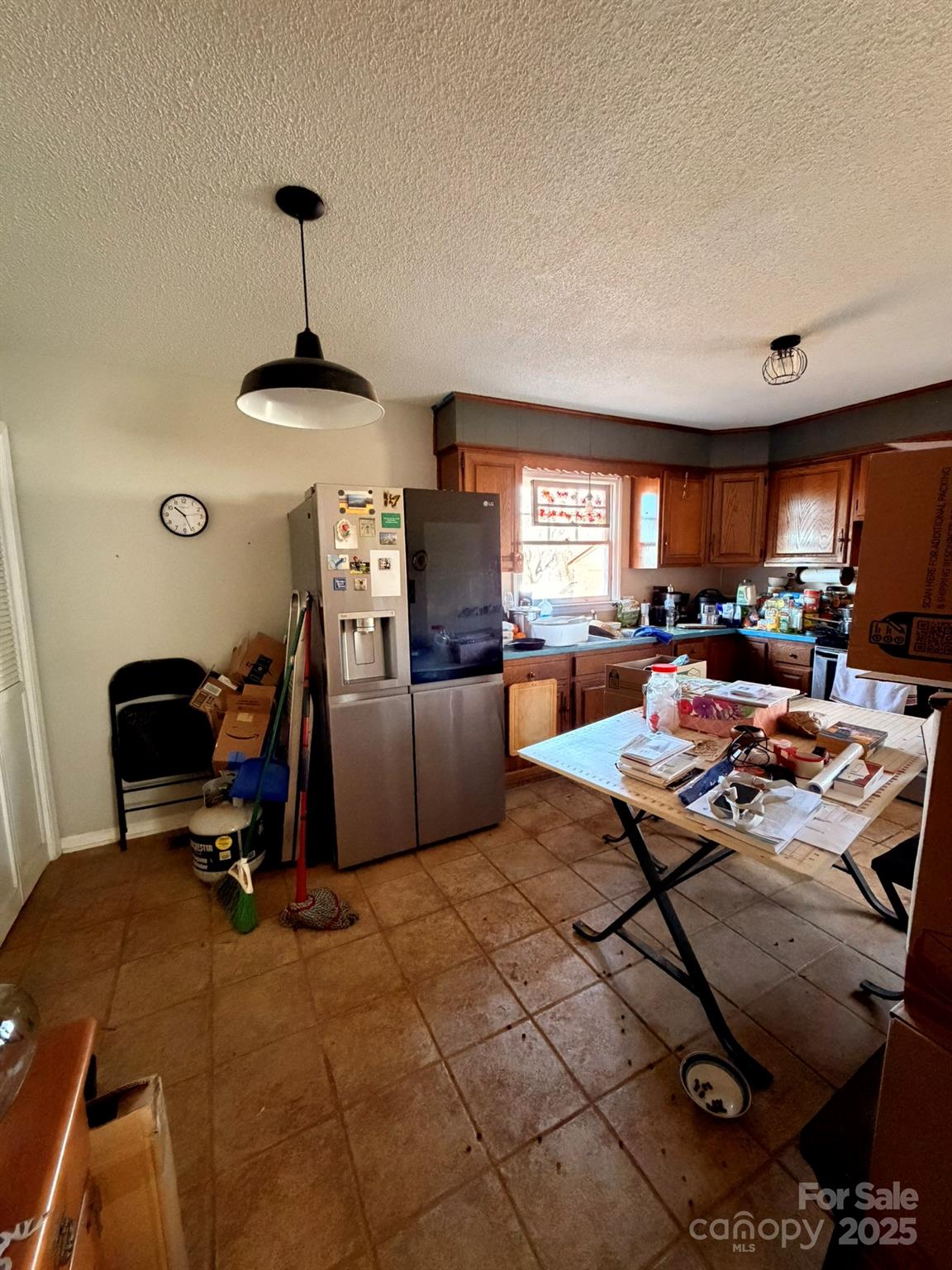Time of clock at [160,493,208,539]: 10:26
